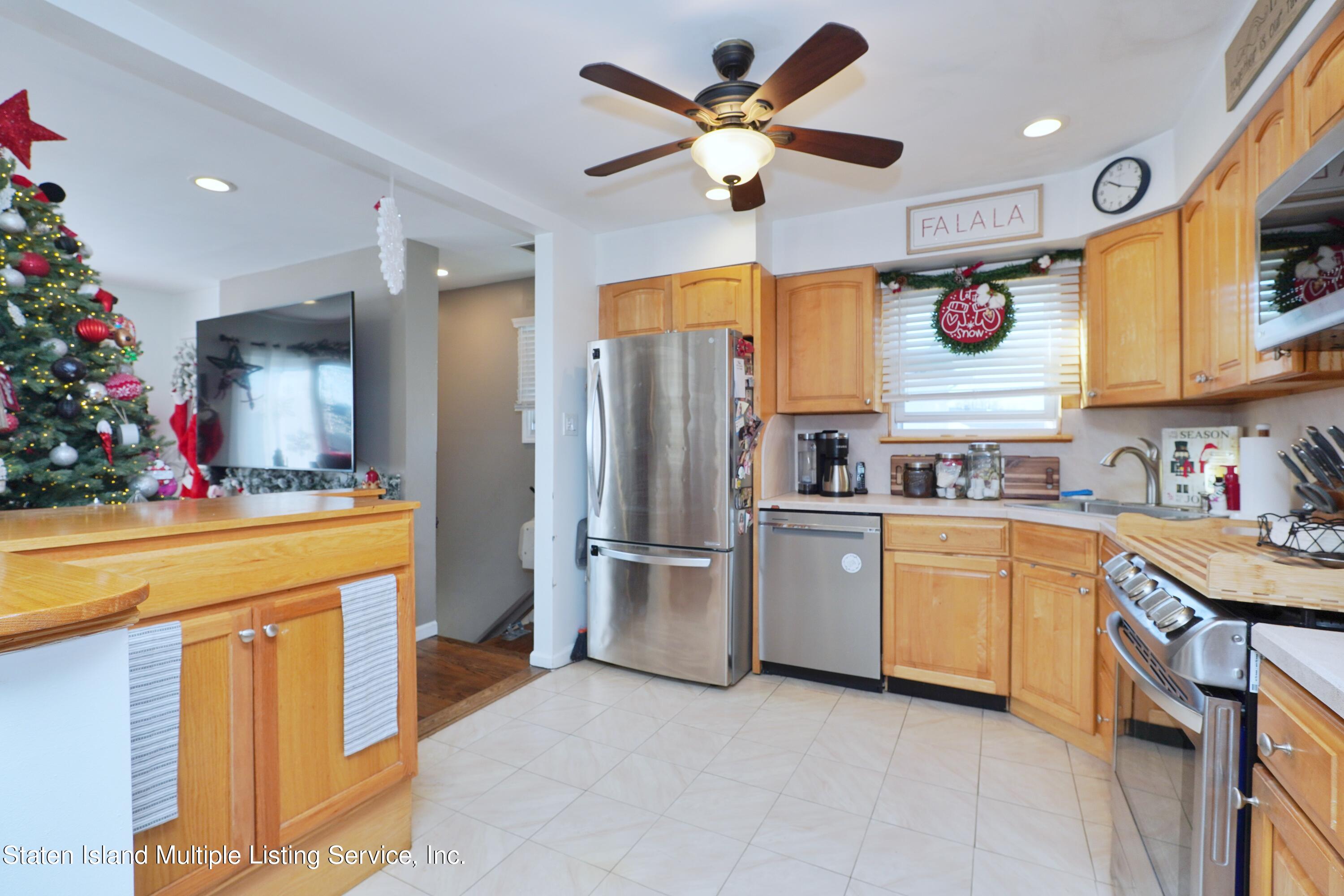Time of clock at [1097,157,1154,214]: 10:19
